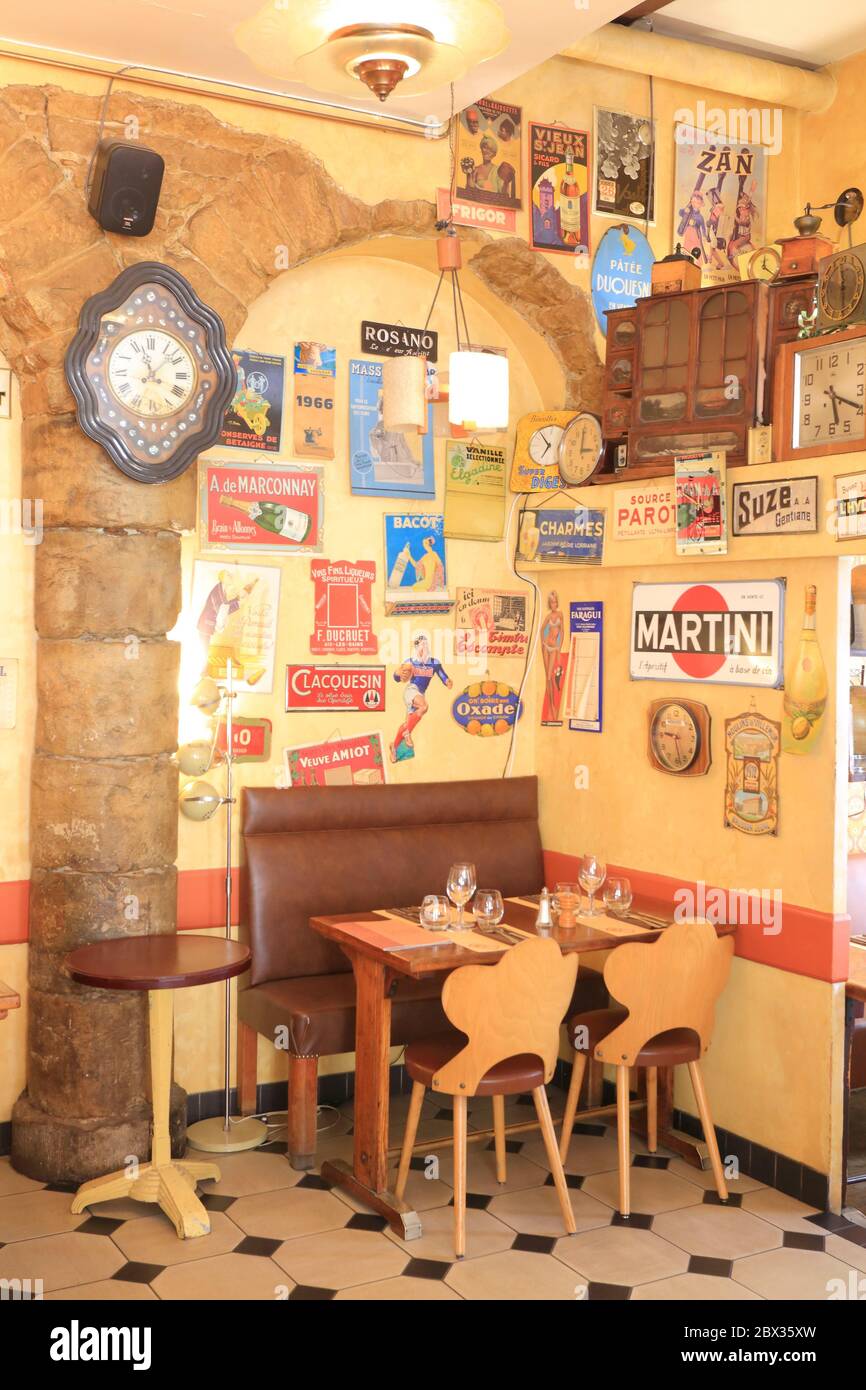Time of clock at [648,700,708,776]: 9:27
